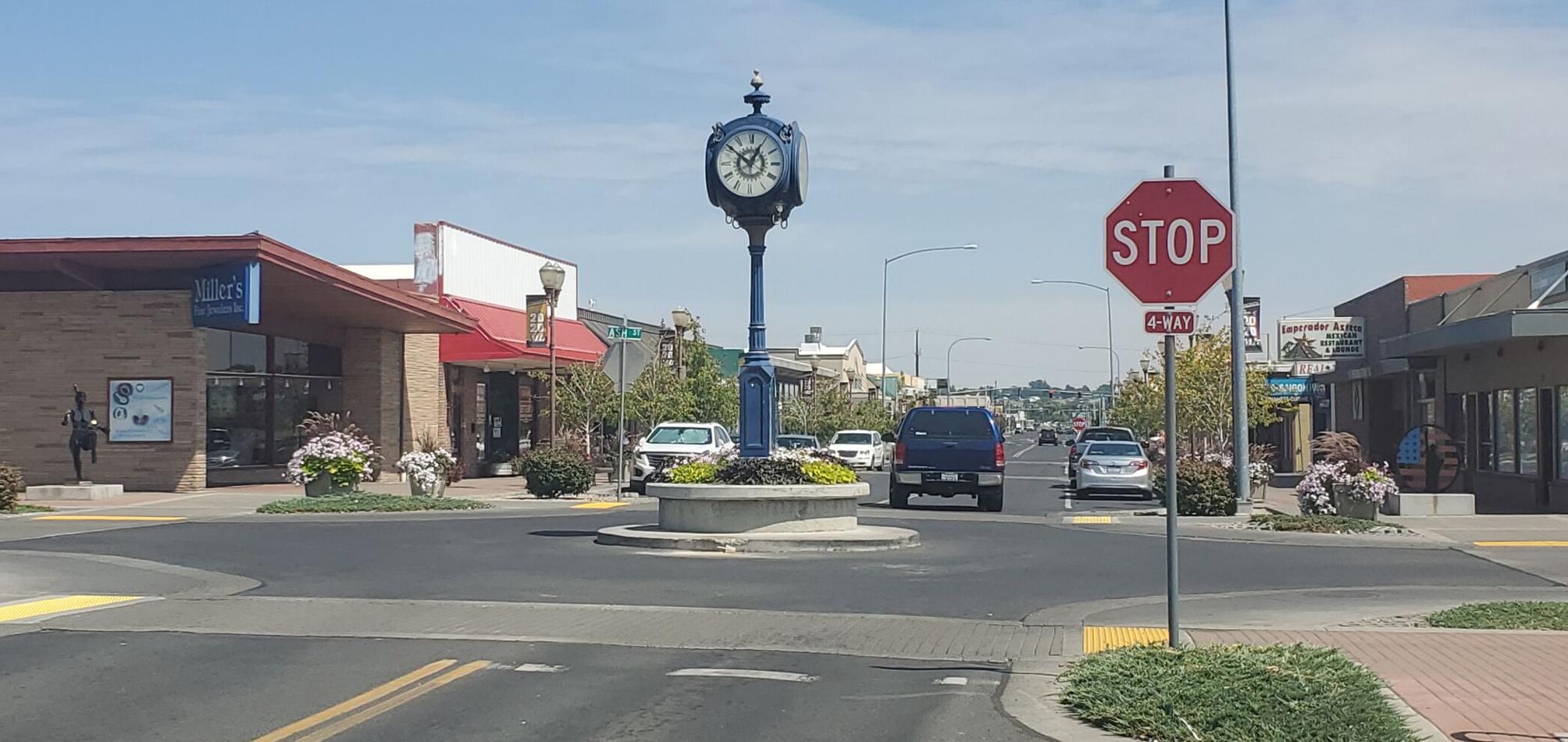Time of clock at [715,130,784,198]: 12:51
